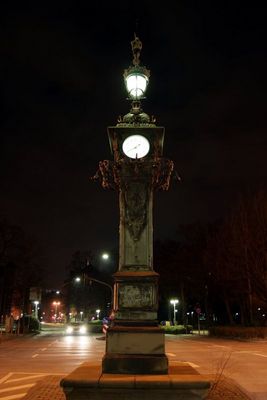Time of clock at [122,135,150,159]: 1:40
